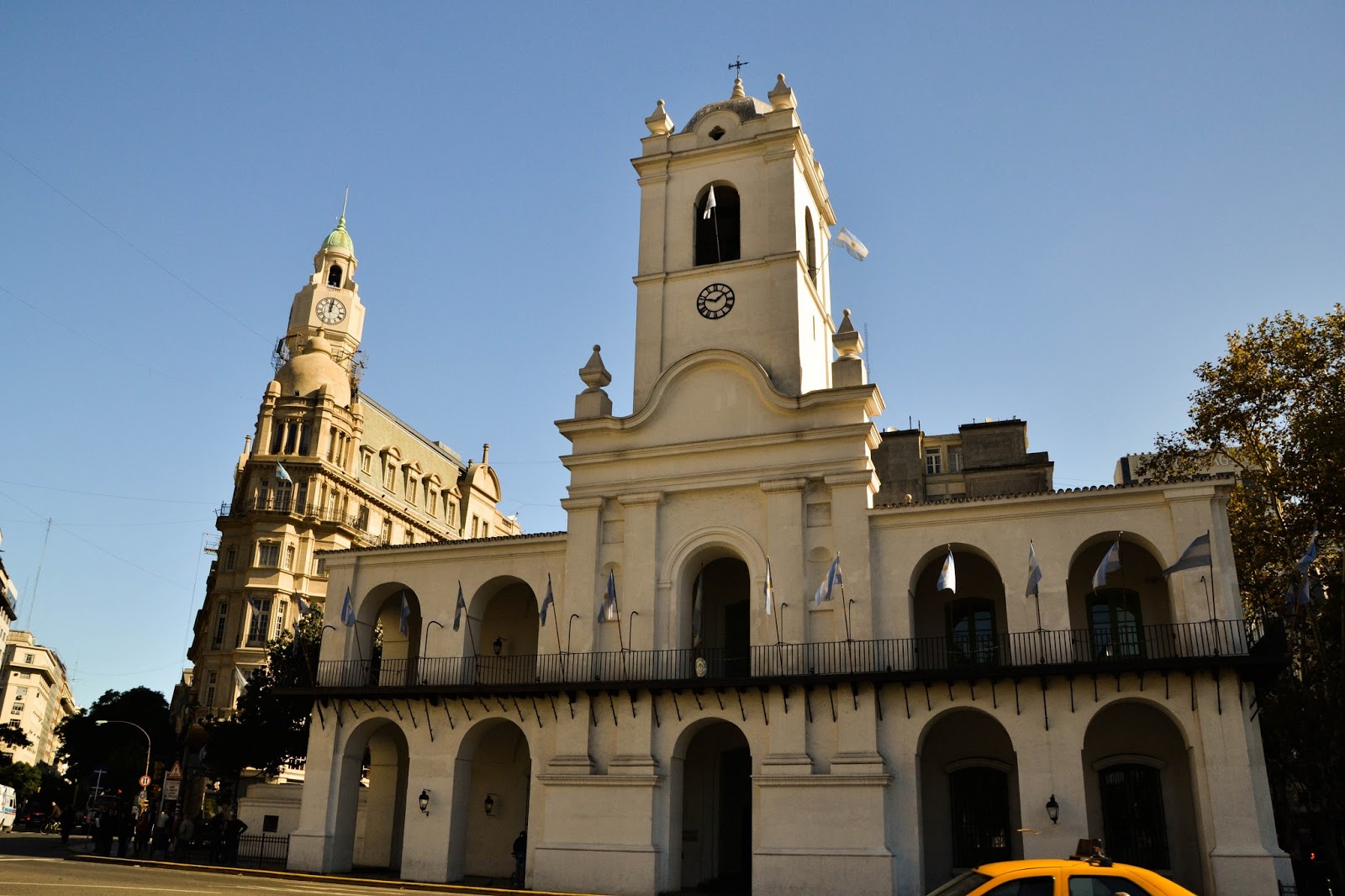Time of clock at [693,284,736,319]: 1:47
